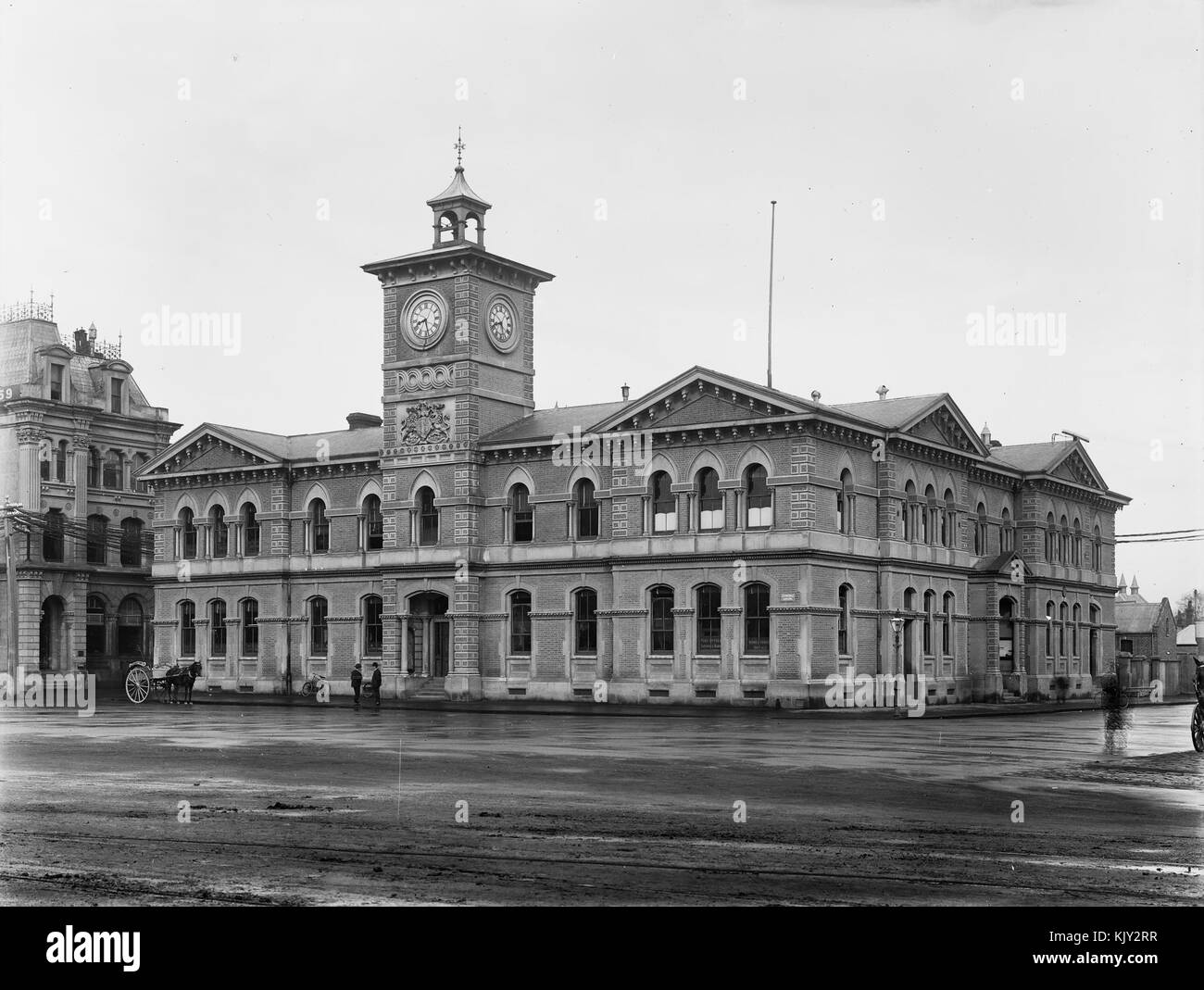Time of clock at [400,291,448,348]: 8:27
